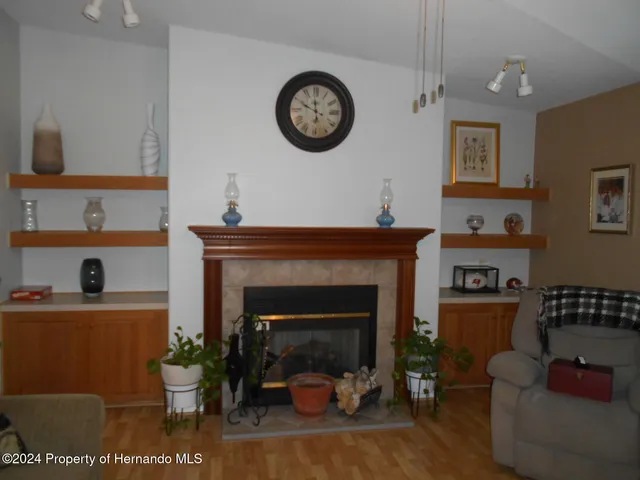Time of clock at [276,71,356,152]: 11:49
